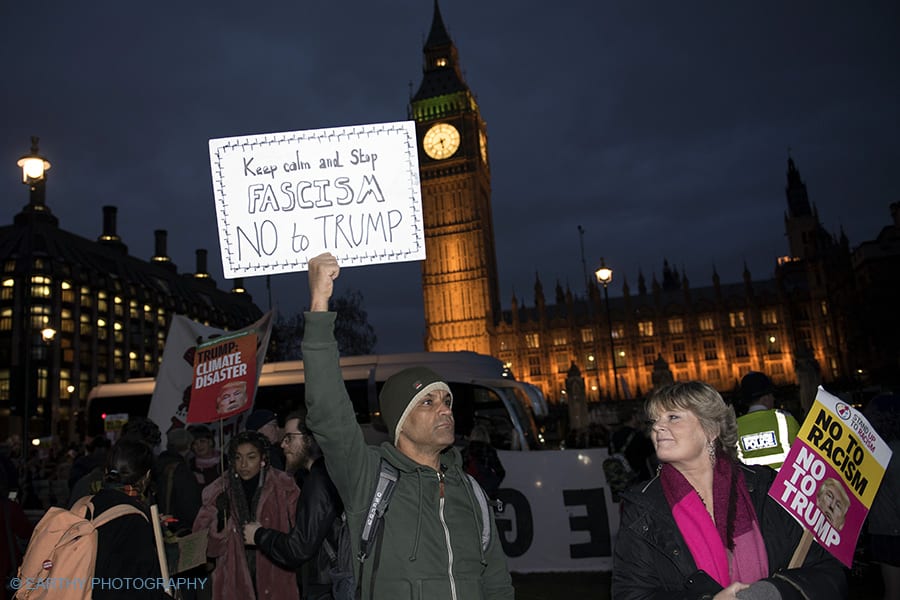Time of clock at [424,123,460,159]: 5:41
